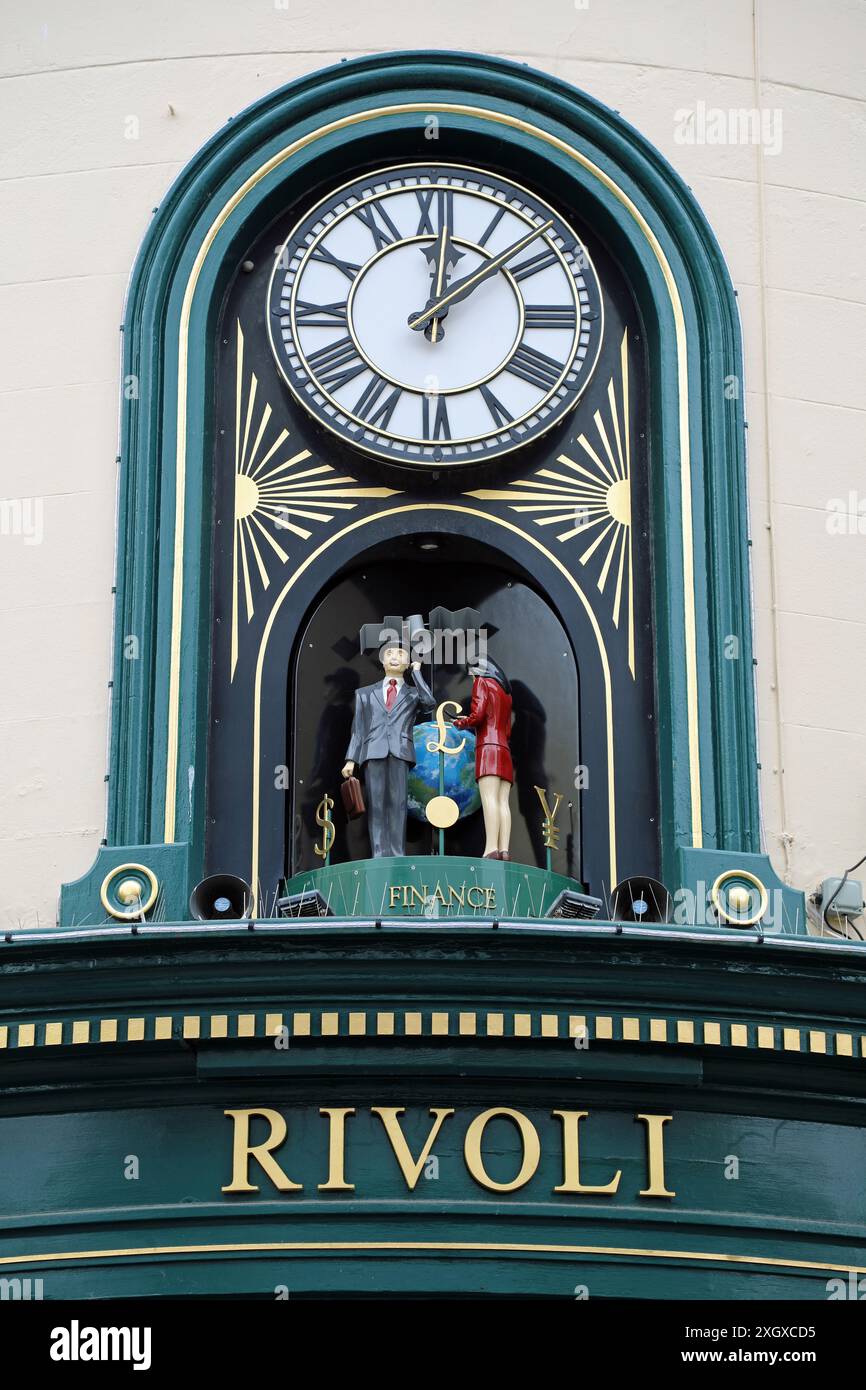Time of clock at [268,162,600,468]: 12:08
